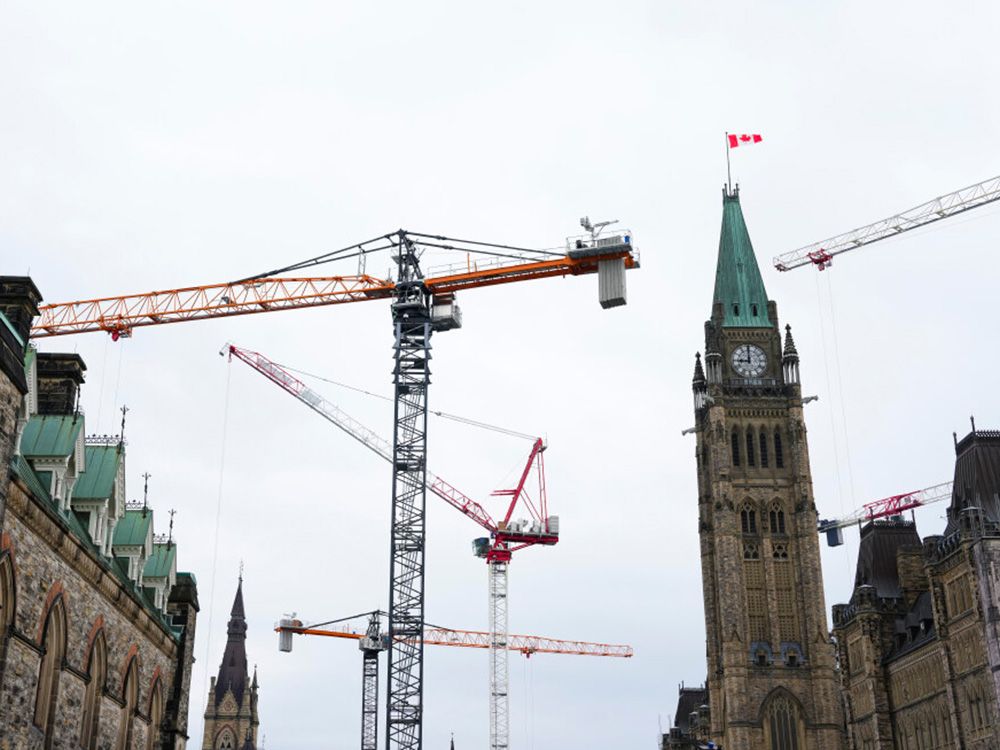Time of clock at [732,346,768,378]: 8:59
